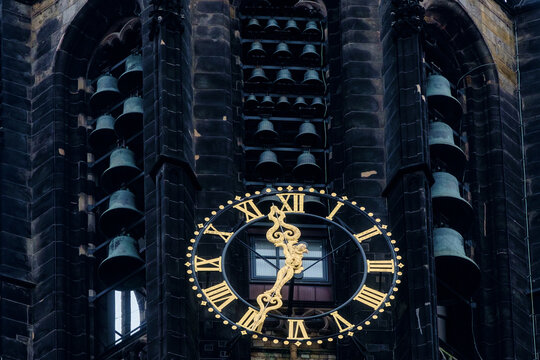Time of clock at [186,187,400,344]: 11:34
